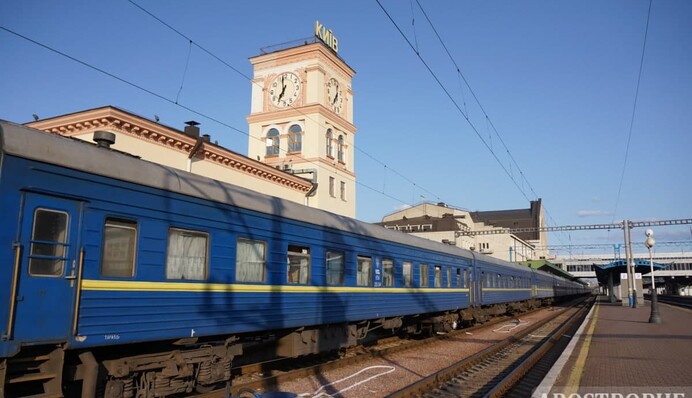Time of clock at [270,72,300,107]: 6:58
